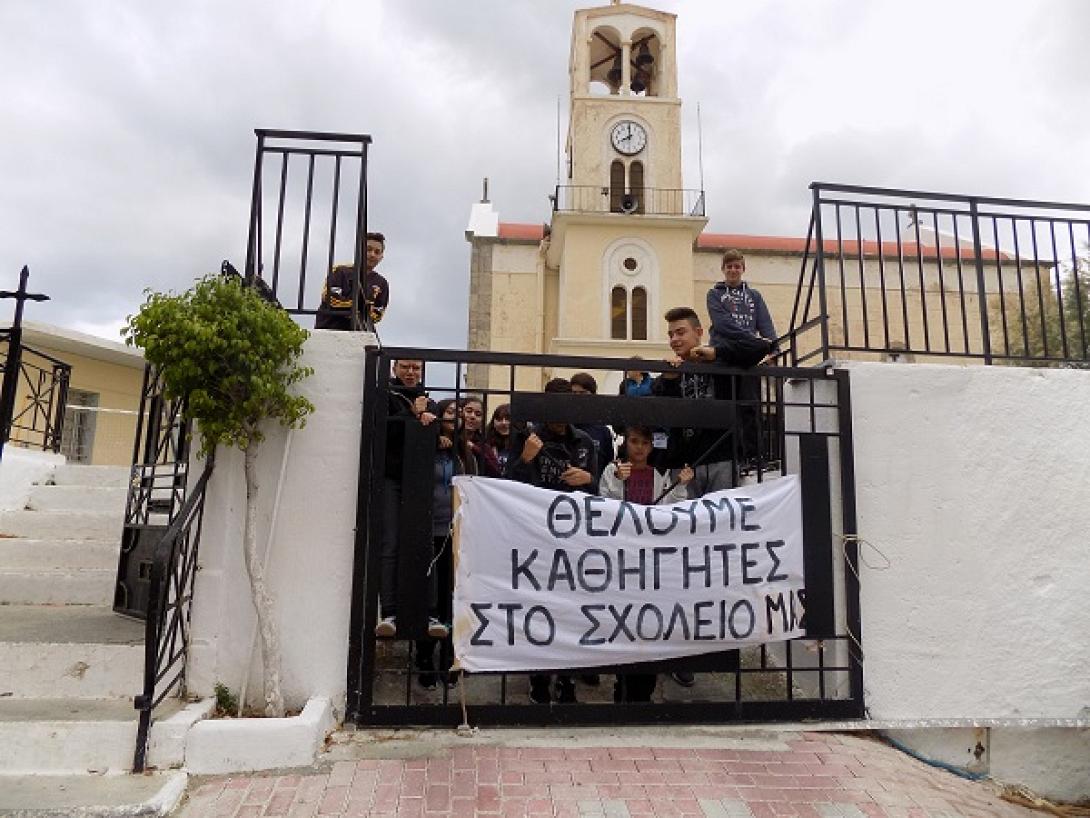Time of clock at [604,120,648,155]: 7:59
